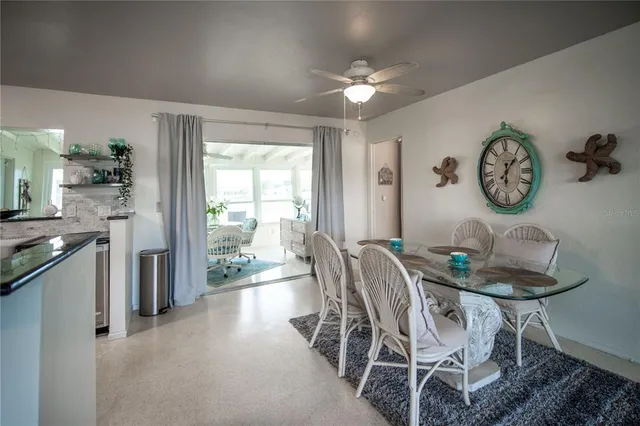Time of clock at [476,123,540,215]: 6:06
